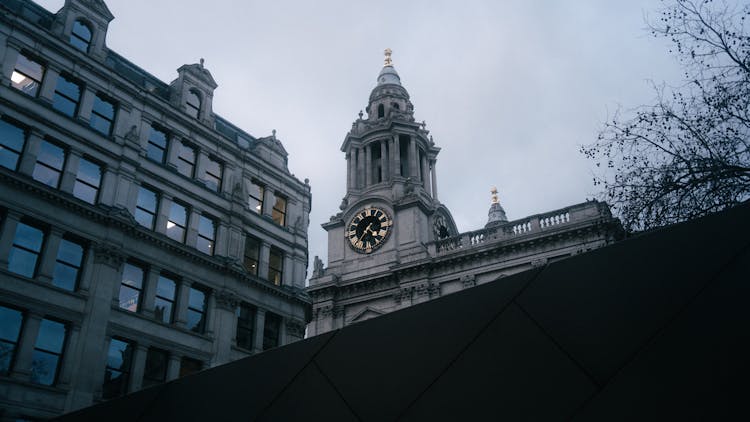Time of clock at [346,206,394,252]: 4:35
